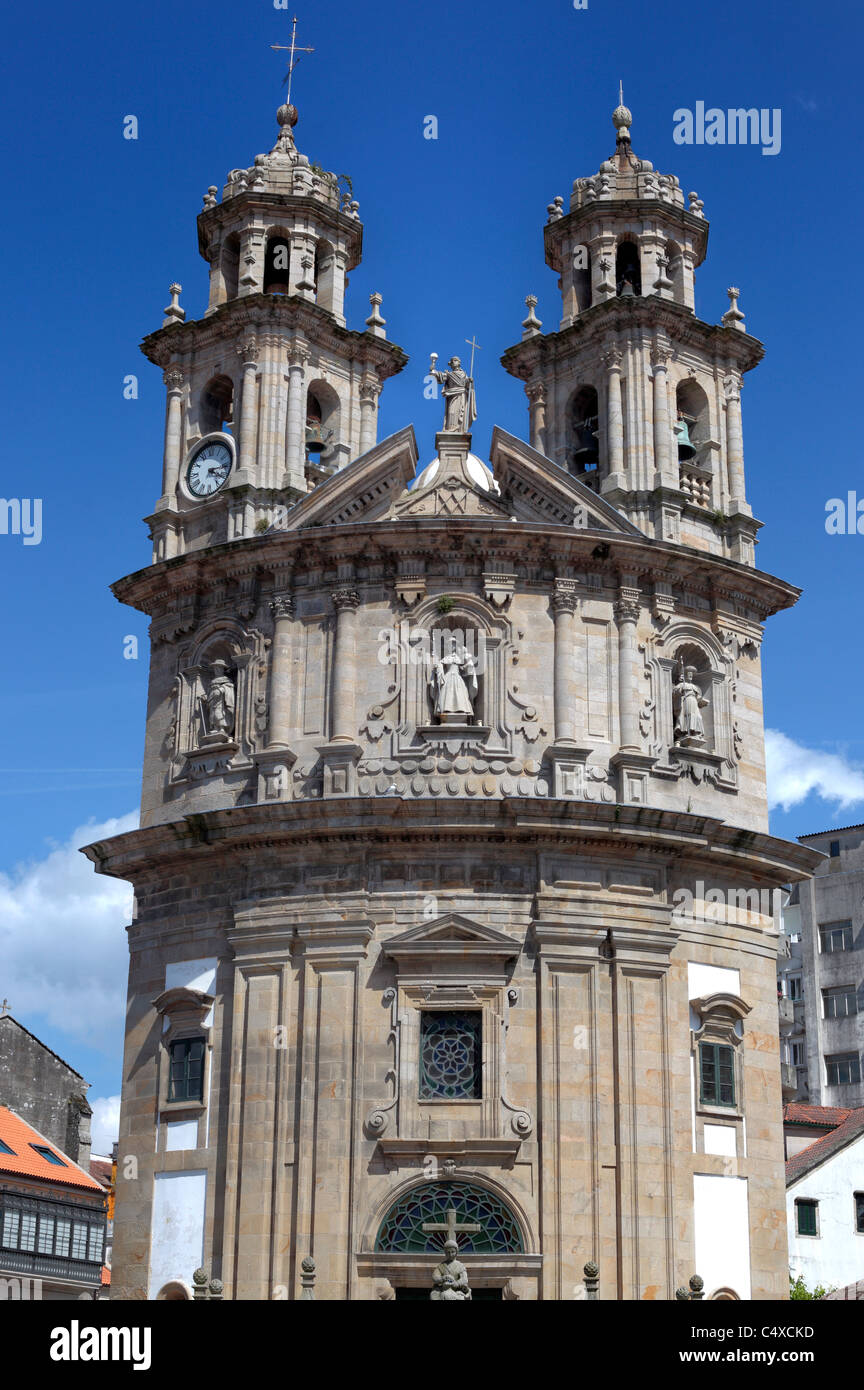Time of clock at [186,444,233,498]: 3:20
